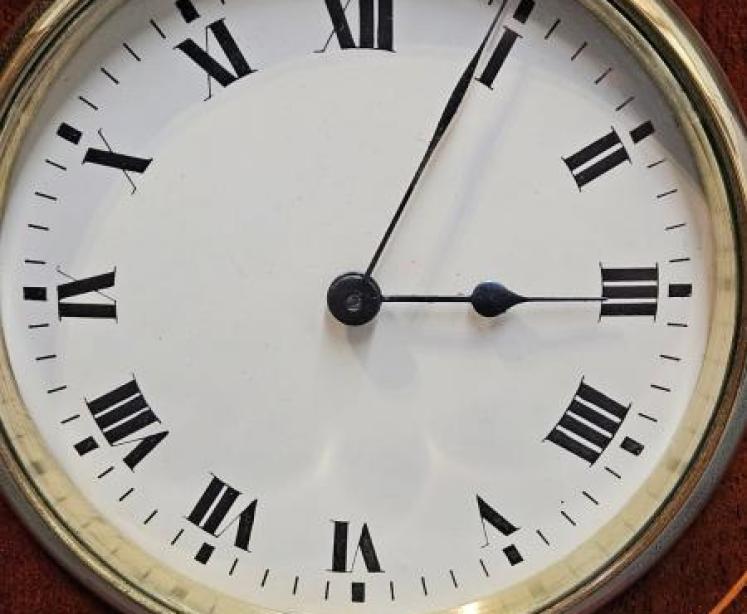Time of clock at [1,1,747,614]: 3:04
